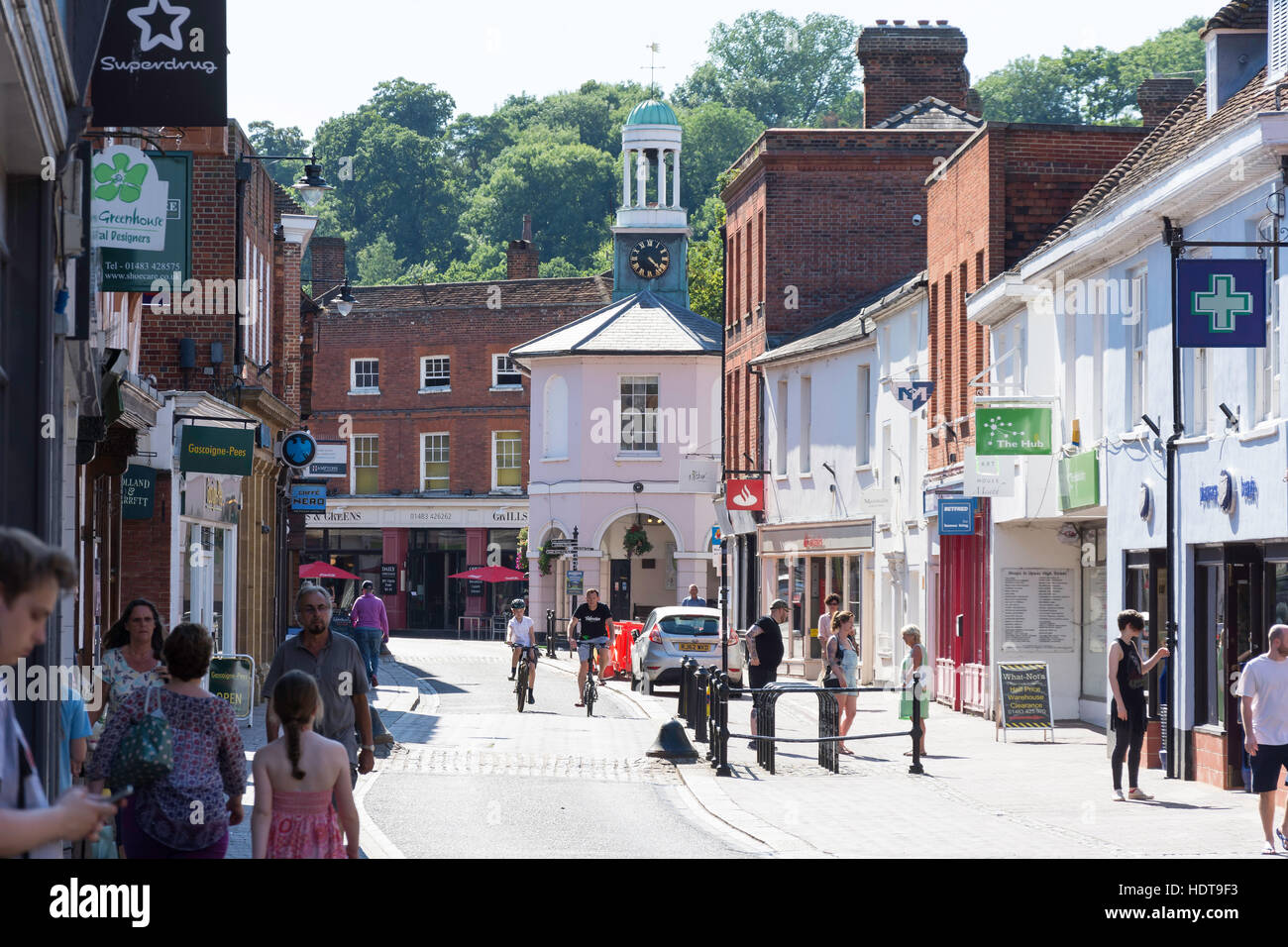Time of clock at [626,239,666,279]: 4:22
